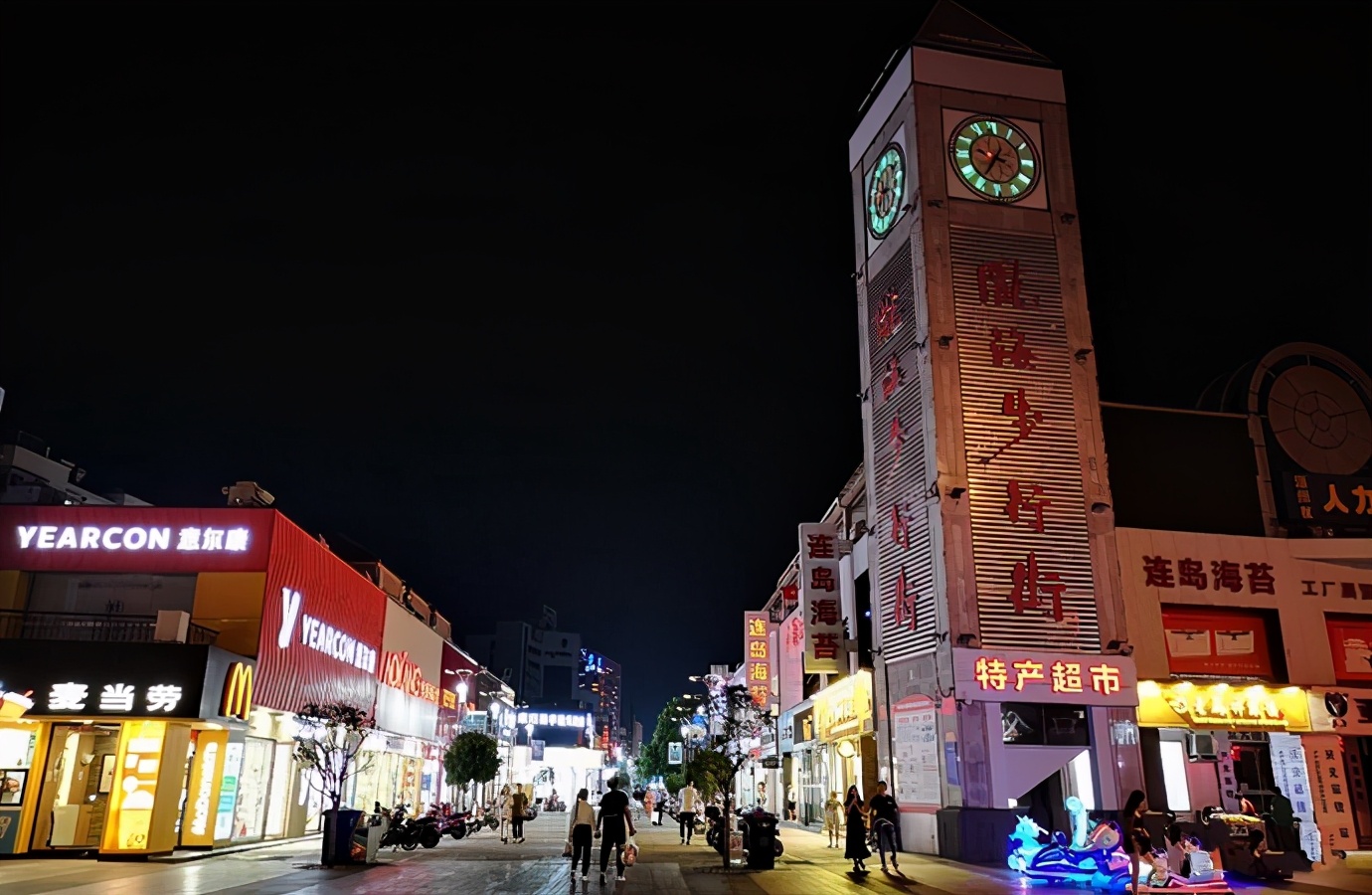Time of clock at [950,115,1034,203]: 3:35
